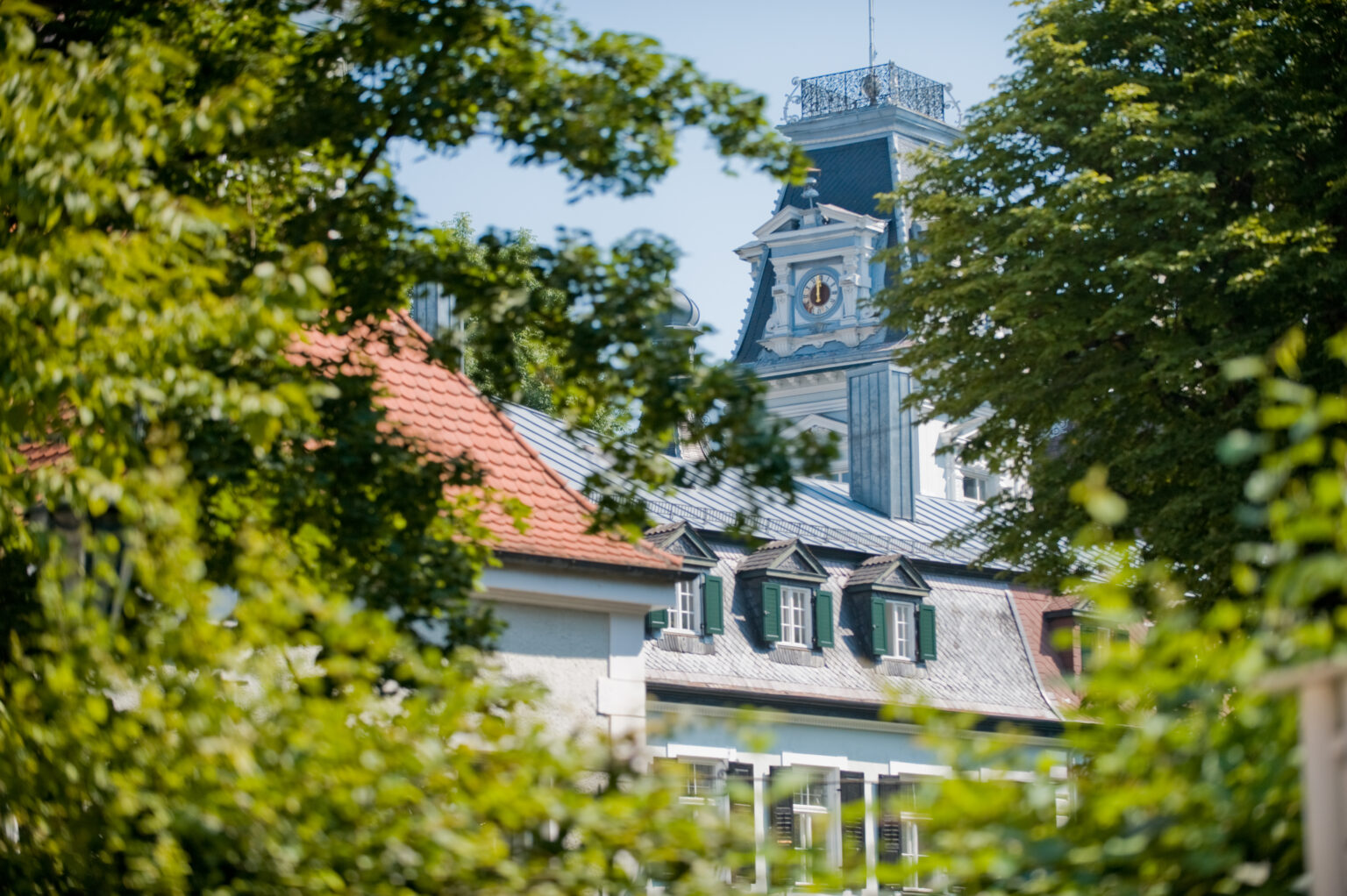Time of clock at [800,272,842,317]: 11:59
